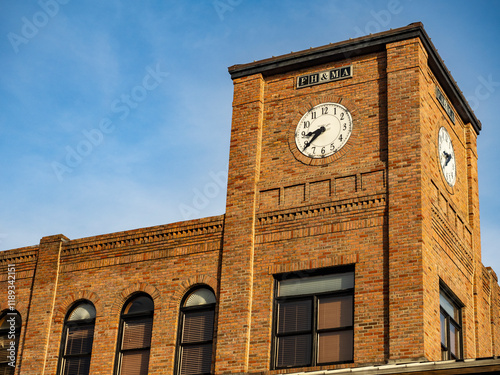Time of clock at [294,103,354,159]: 8:38
